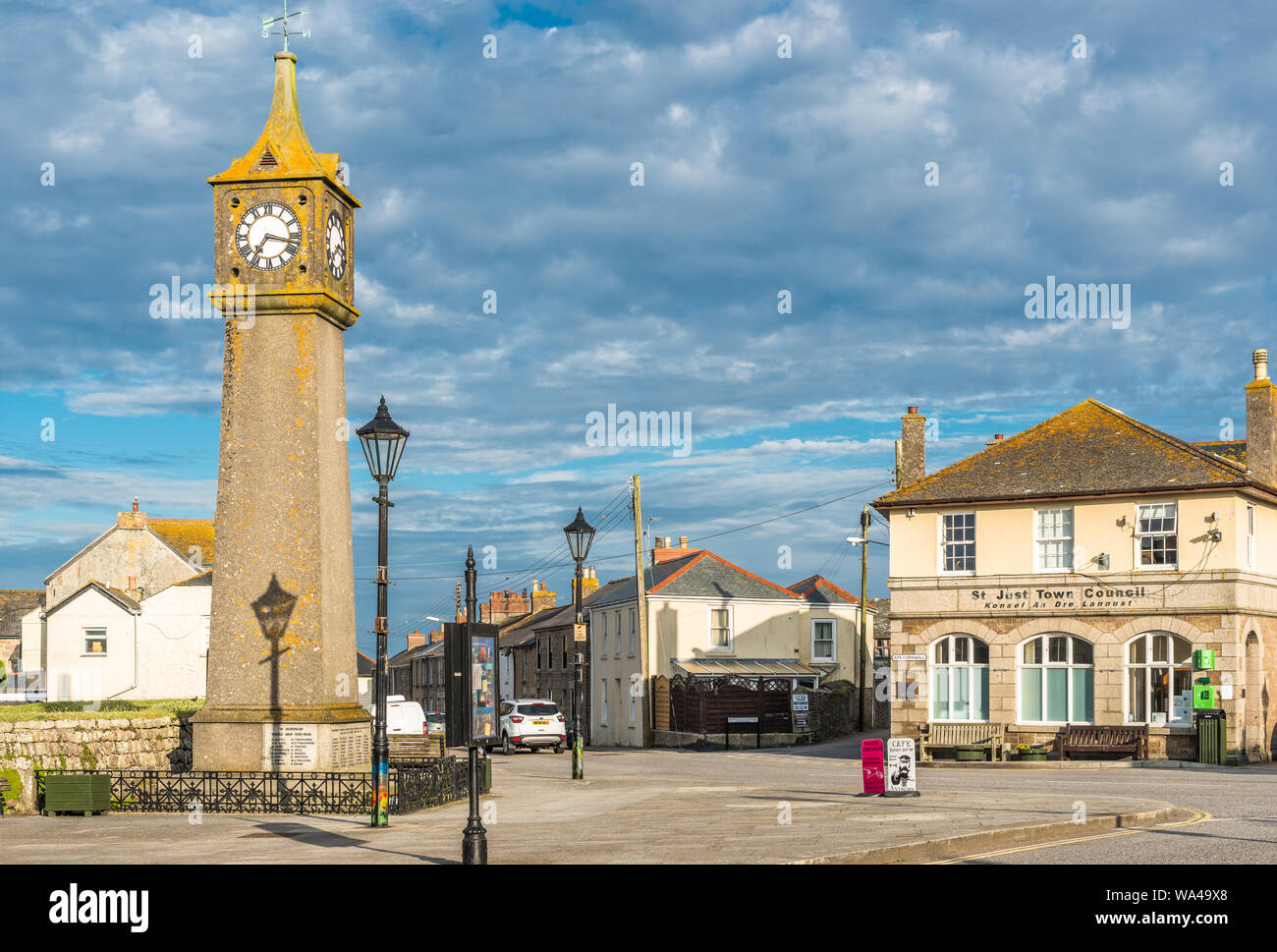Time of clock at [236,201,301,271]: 7:17
